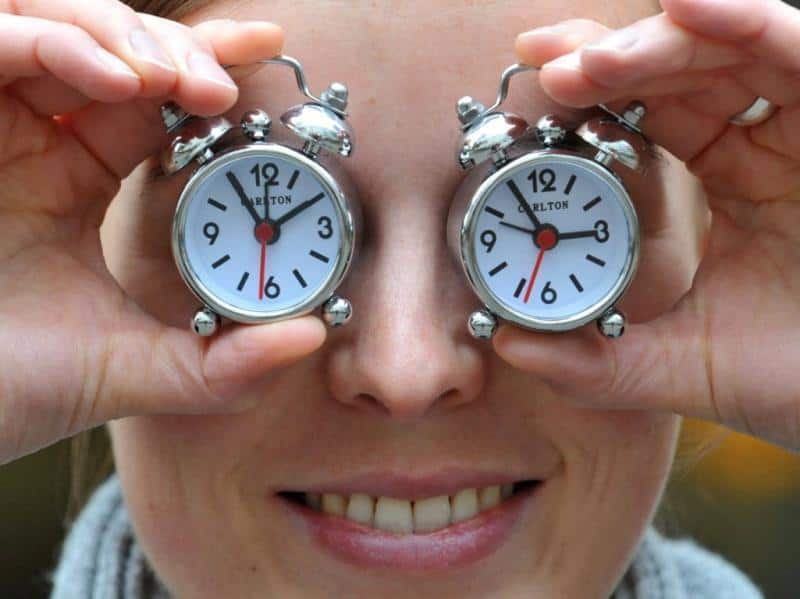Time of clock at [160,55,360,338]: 1:54
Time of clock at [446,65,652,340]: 2:54
